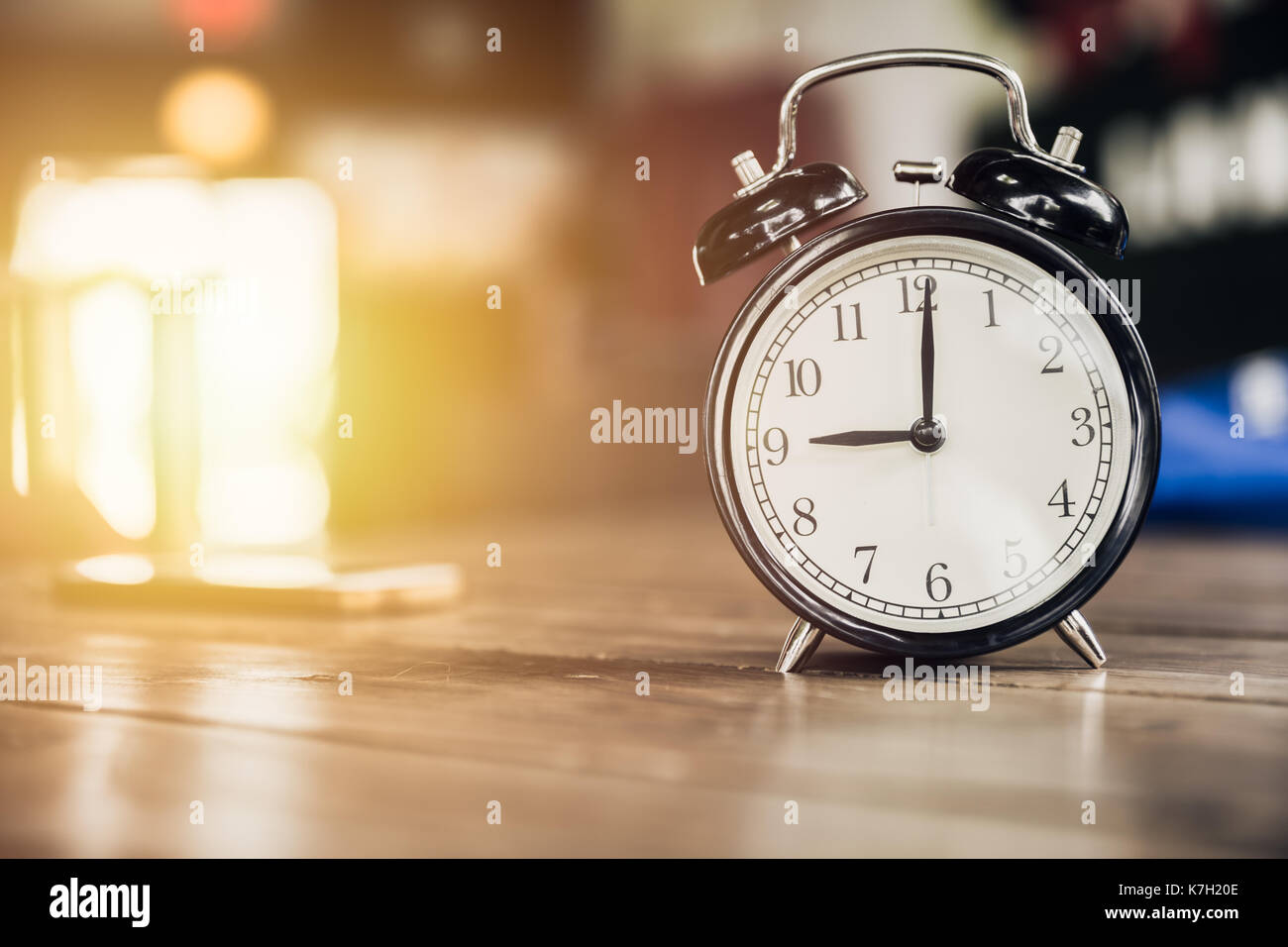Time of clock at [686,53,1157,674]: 9:01
